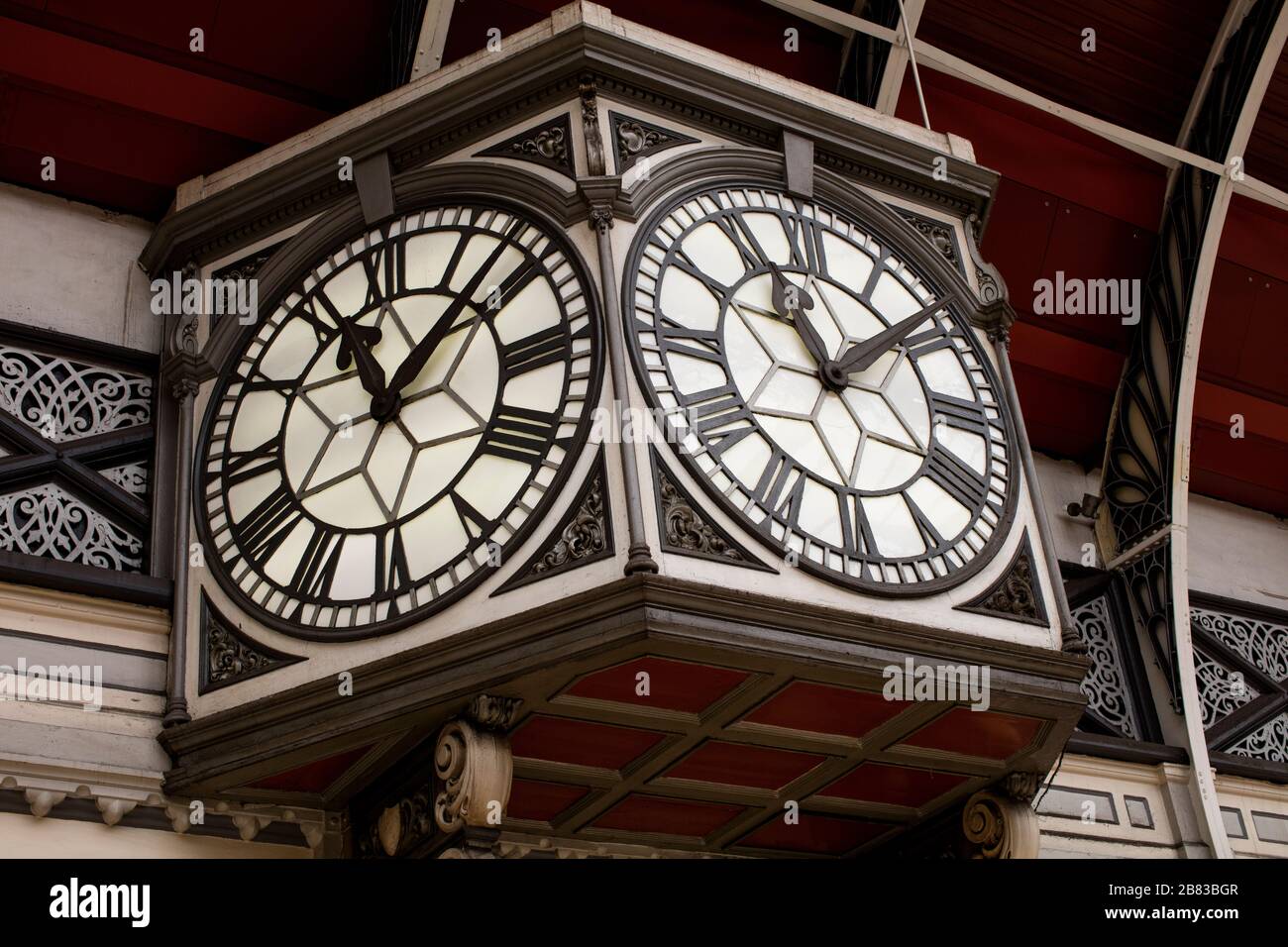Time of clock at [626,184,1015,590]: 11:08
